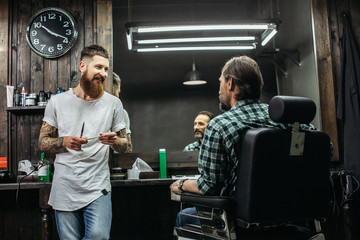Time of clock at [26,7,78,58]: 3:50
